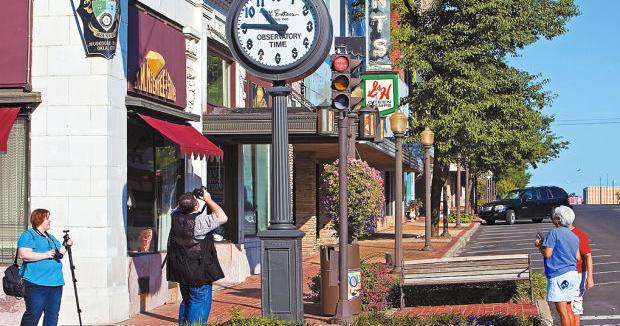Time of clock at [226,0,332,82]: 10:45
